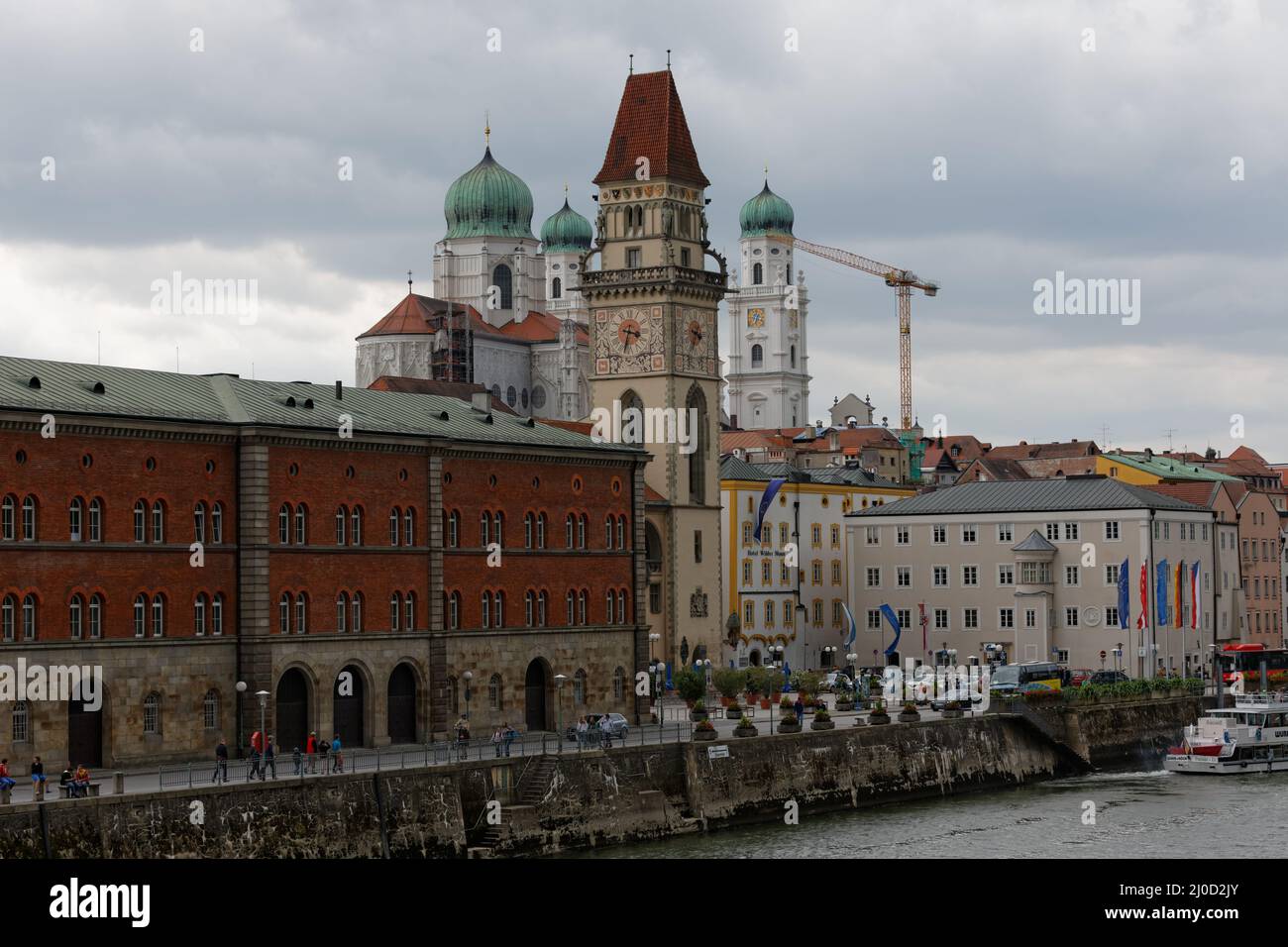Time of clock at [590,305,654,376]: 3:32
